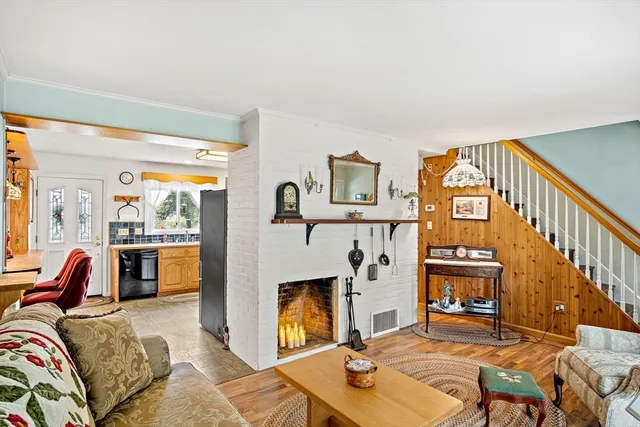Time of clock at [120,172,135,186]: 10:22
